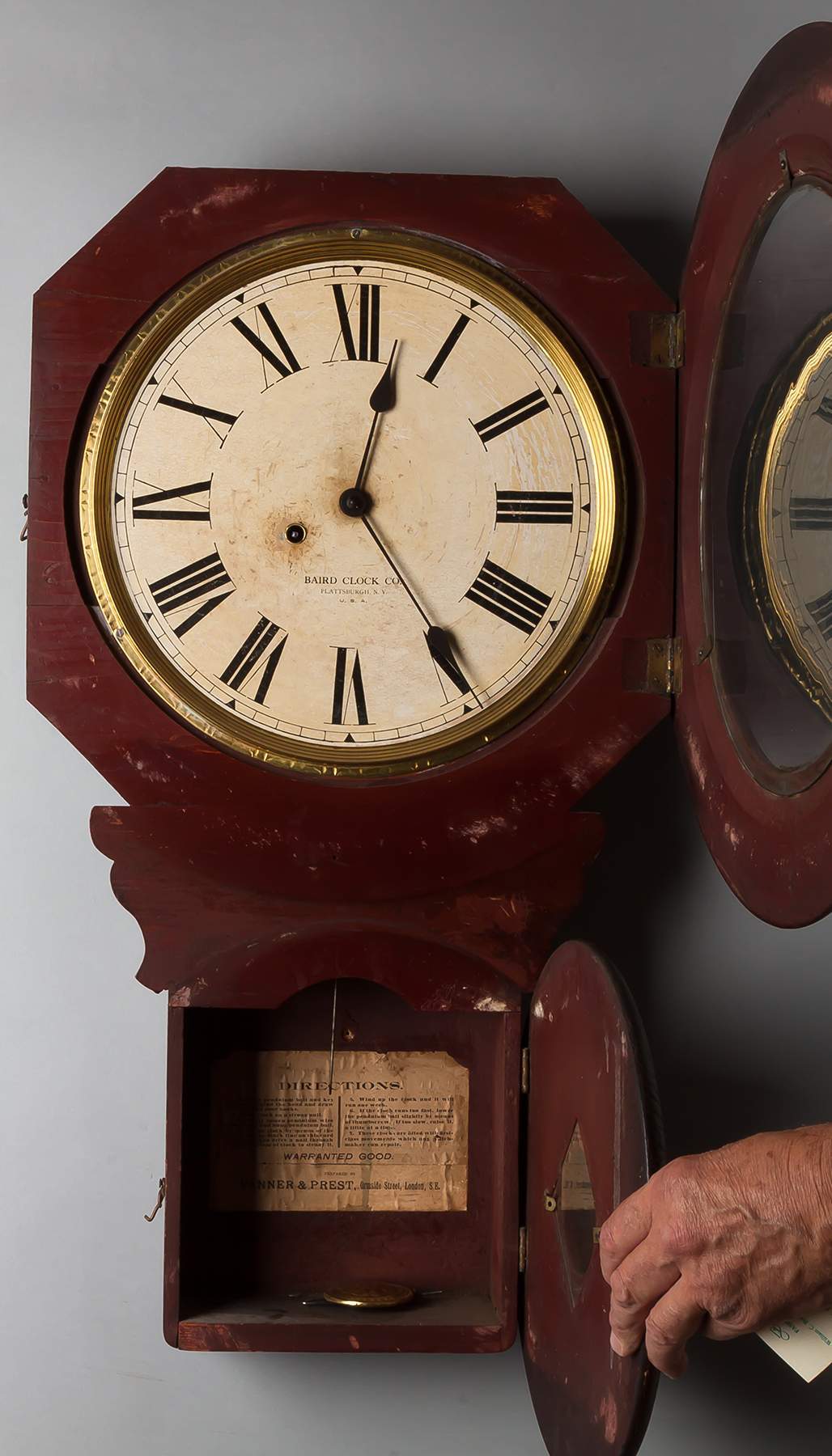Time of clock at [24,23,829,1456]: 12:23
